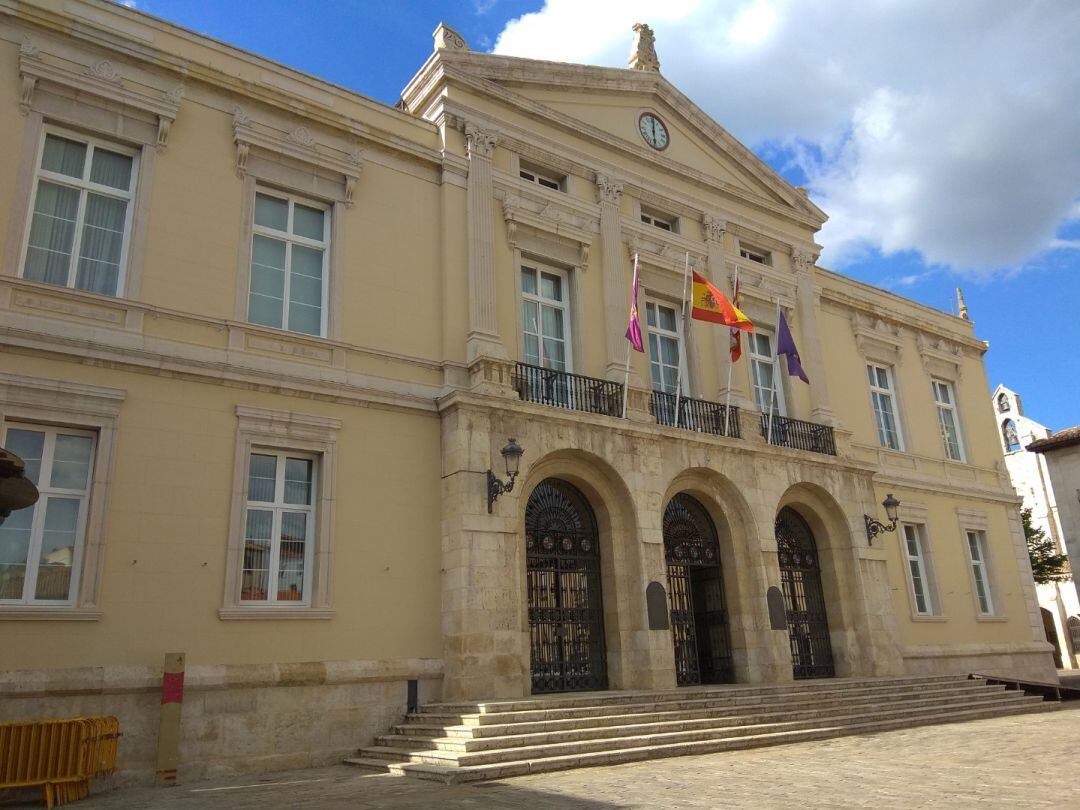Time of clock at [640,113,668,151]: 6:01
